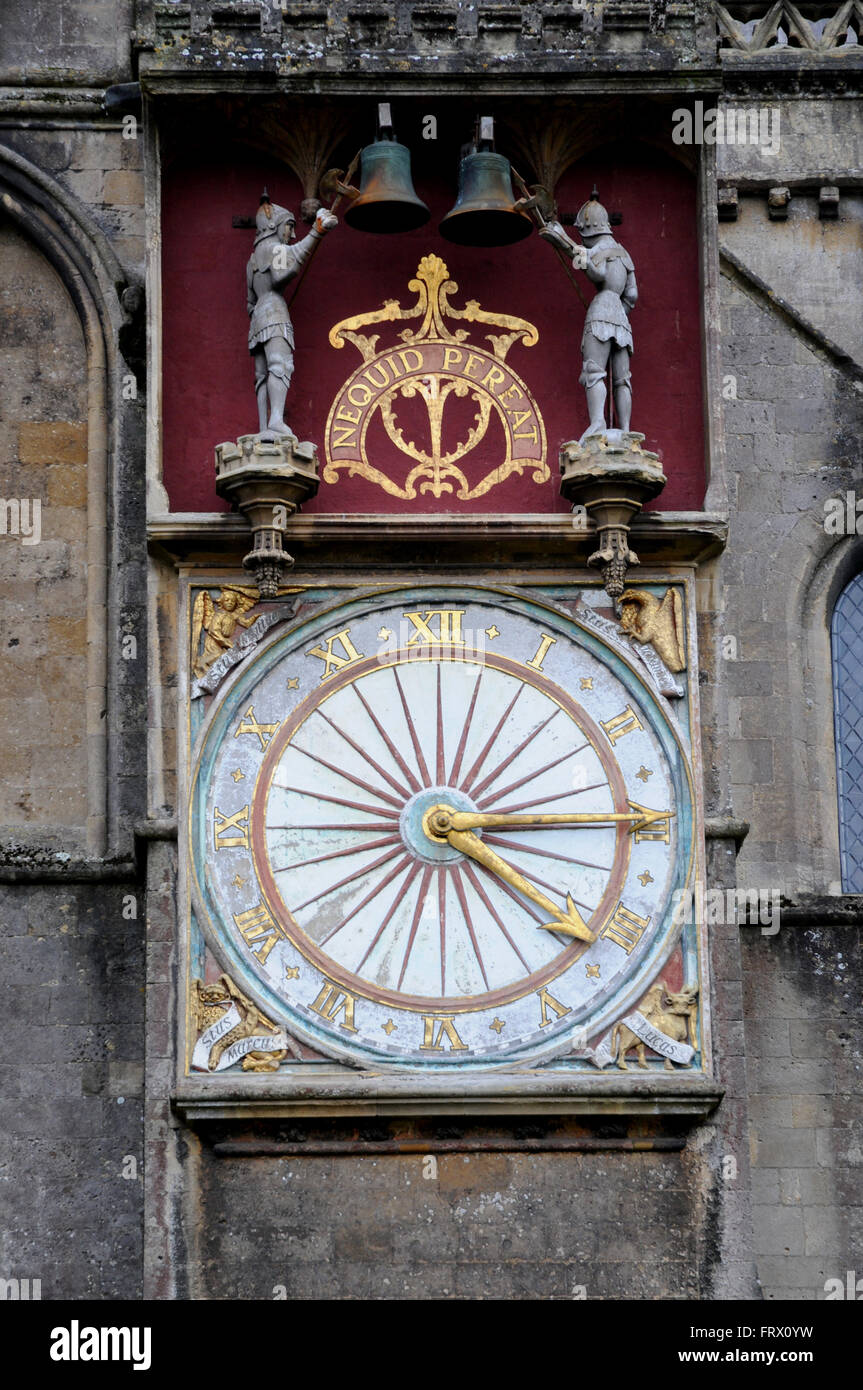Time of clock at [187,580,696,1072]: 4:14
